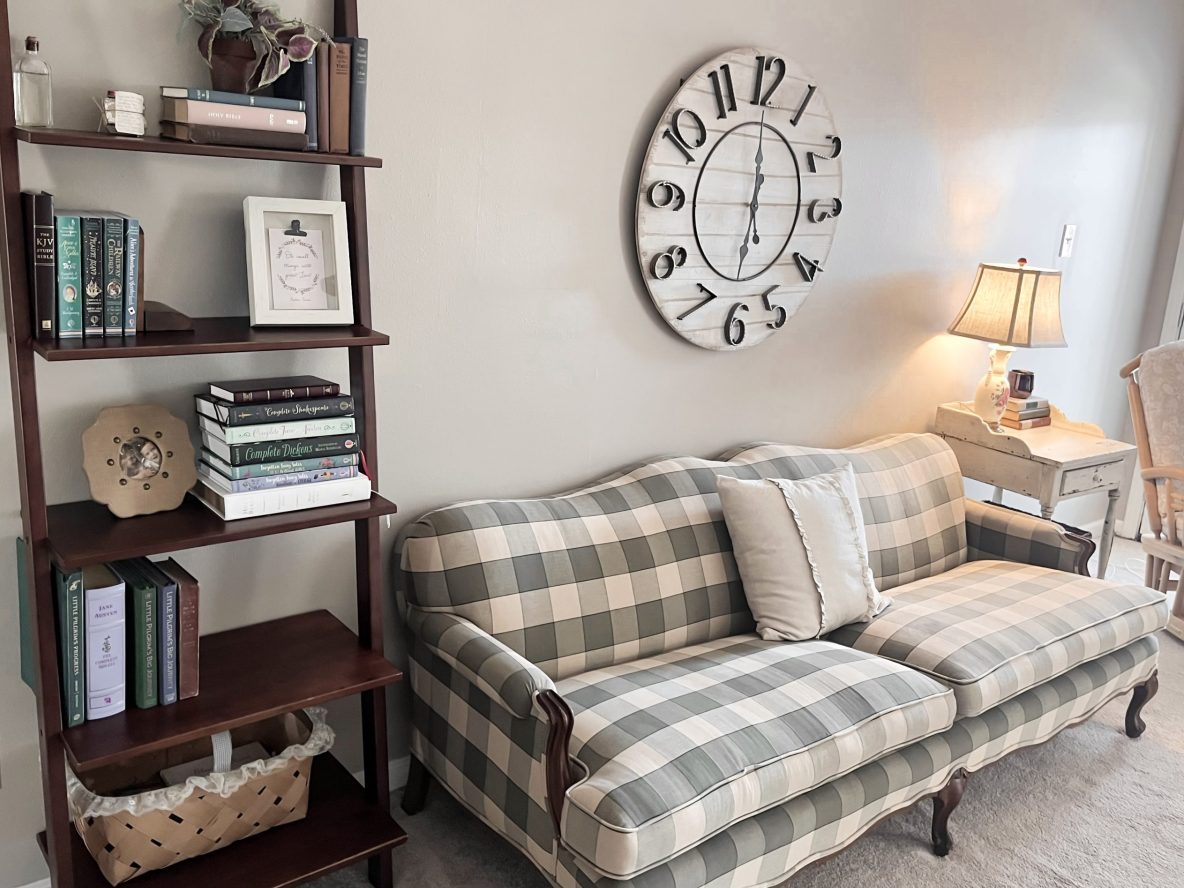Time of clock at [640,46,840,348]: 5:59
